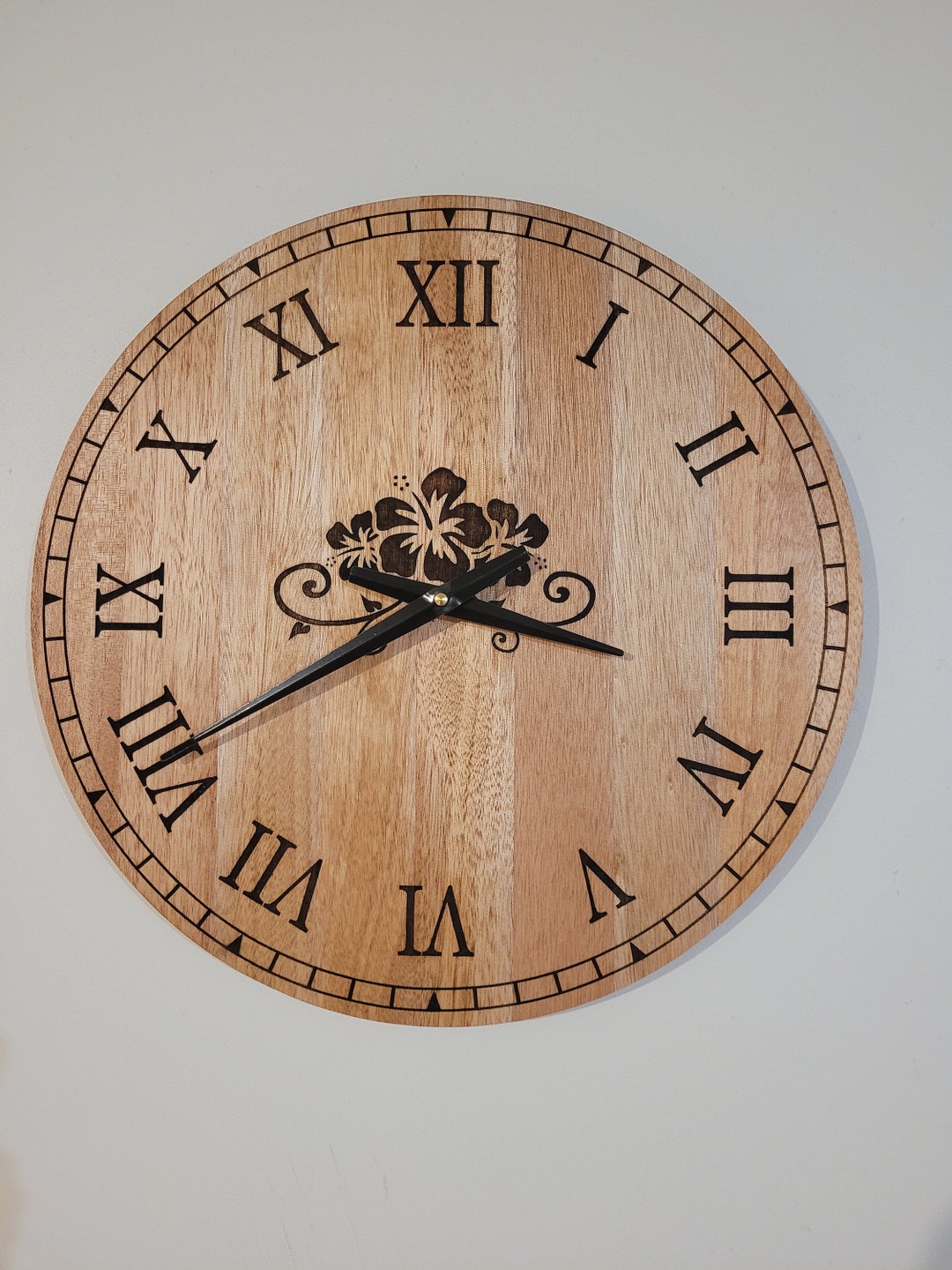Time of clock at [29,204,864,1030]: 3:40
